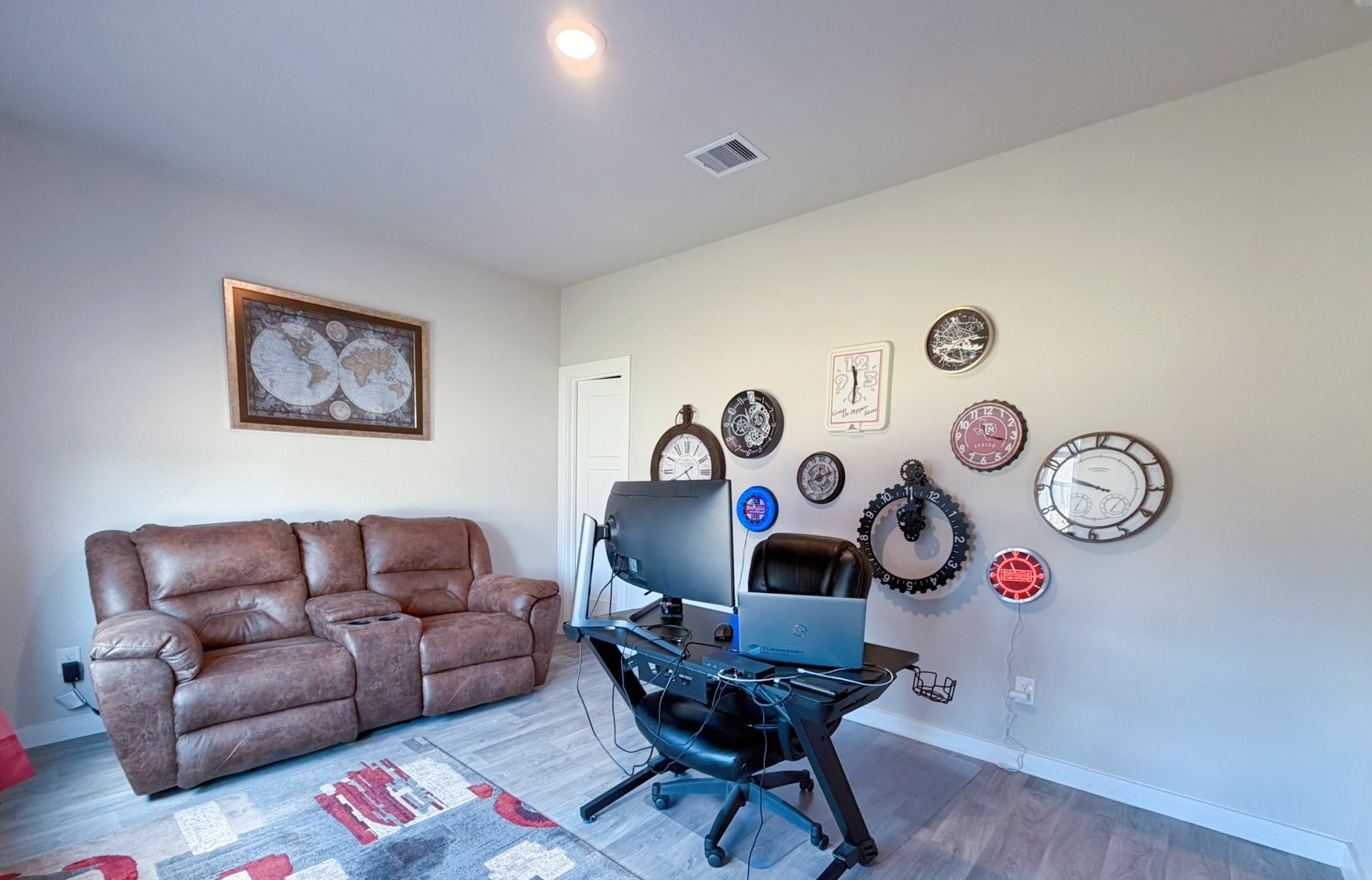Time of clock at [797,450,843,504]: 12:11
